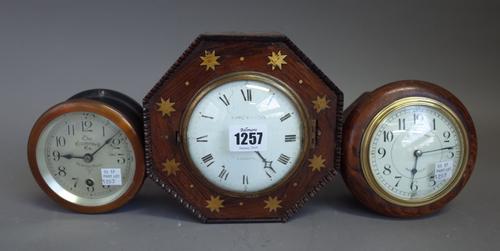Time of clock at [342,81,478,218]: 6:13
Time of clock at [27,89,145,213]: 9:08
